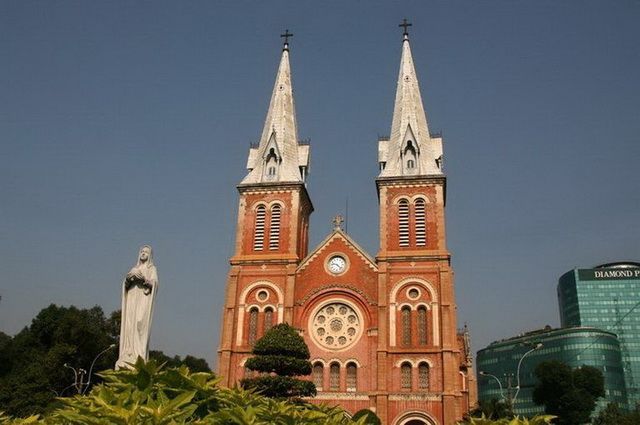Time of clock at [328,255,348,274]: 9:22
